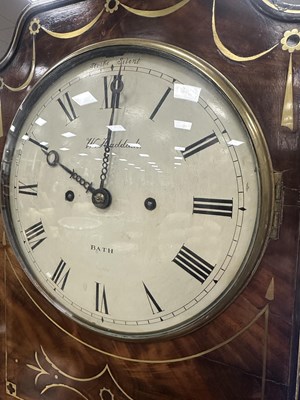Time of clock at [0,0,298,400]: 10:00
